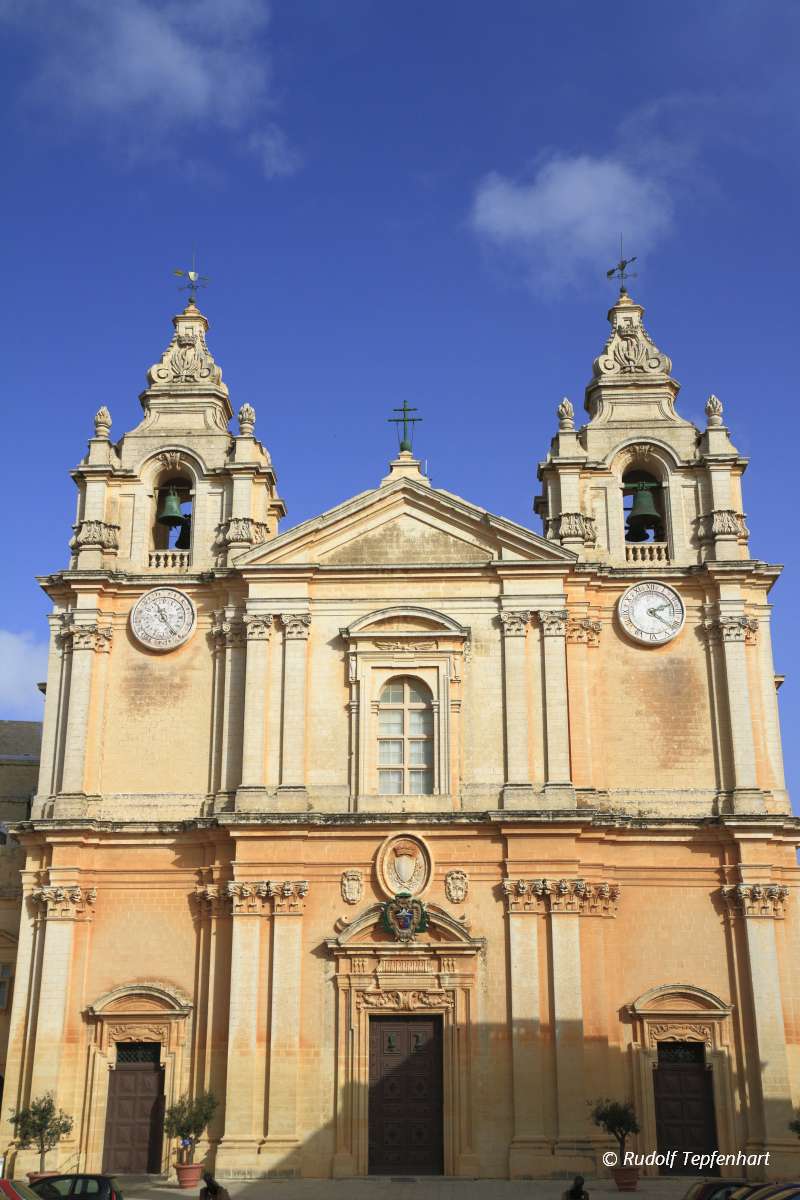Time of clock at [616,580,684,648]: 2:21
